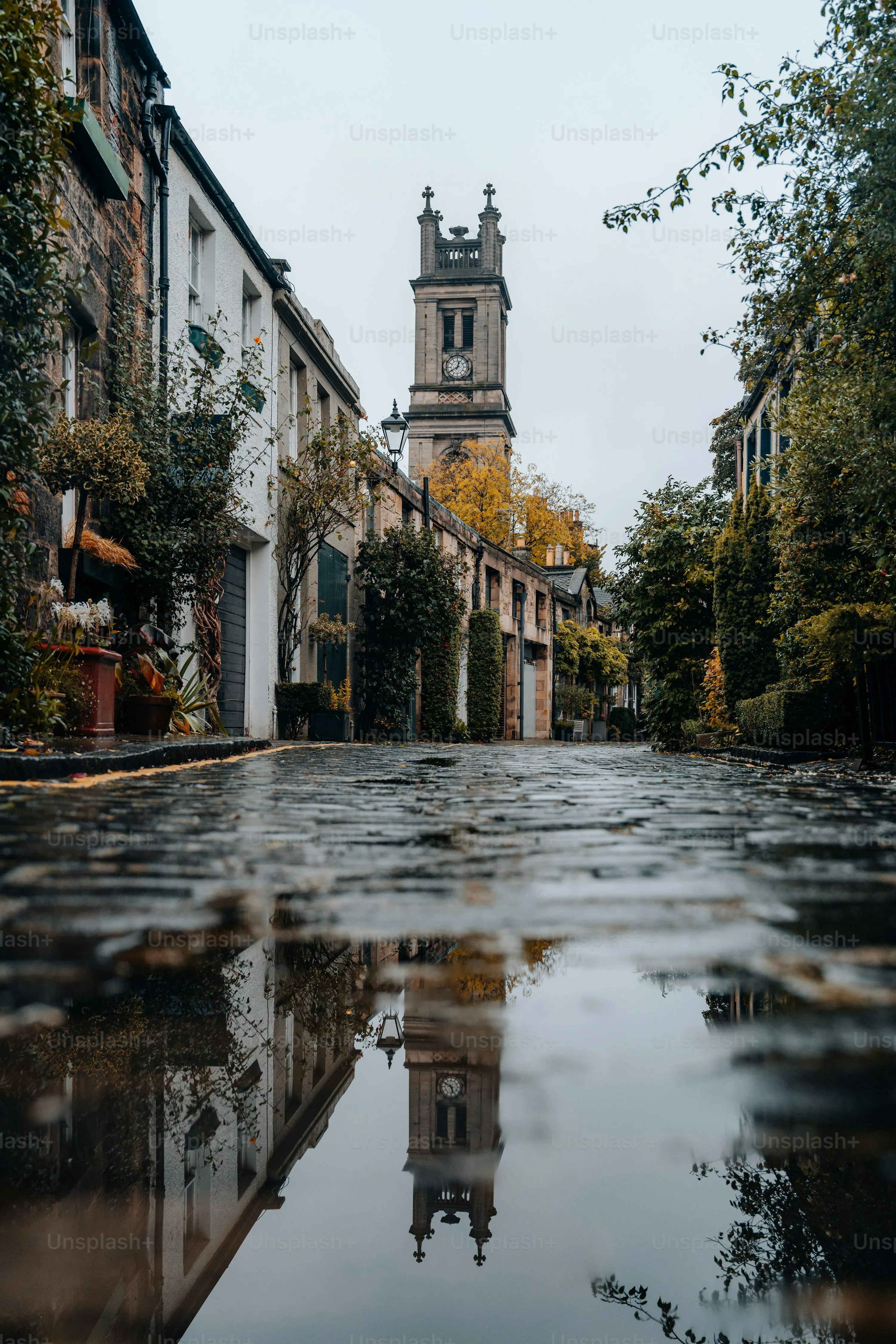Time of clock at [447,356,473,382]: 12:40
